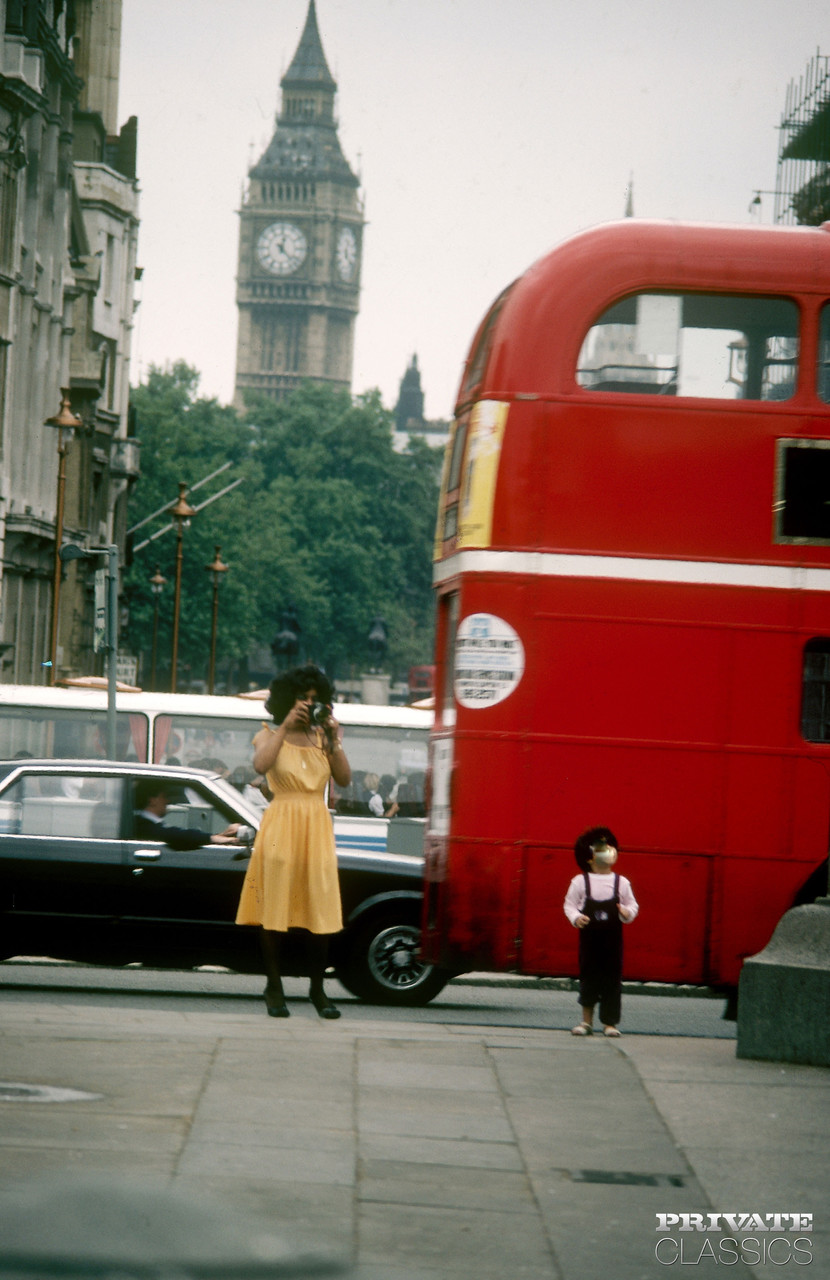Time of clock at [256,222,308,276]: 12:22
